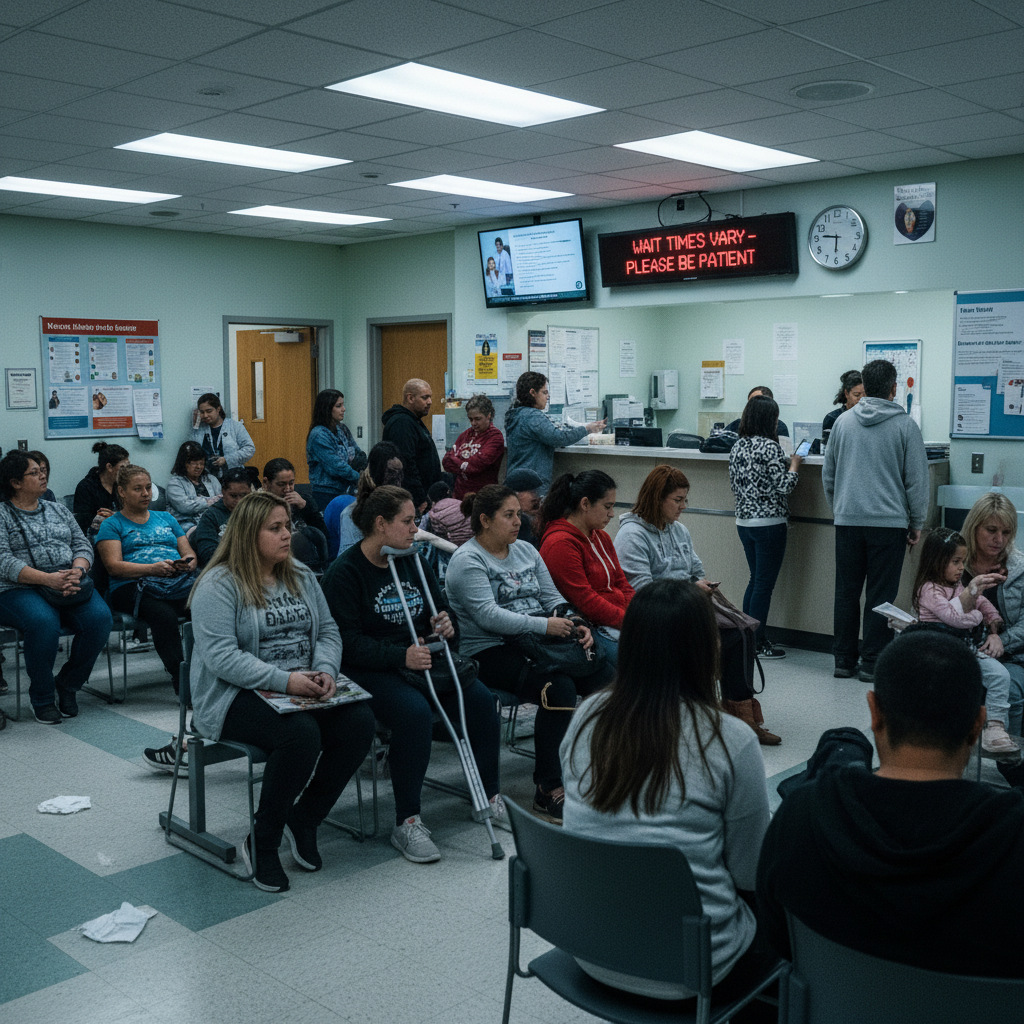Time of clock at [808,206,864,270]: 5:46
